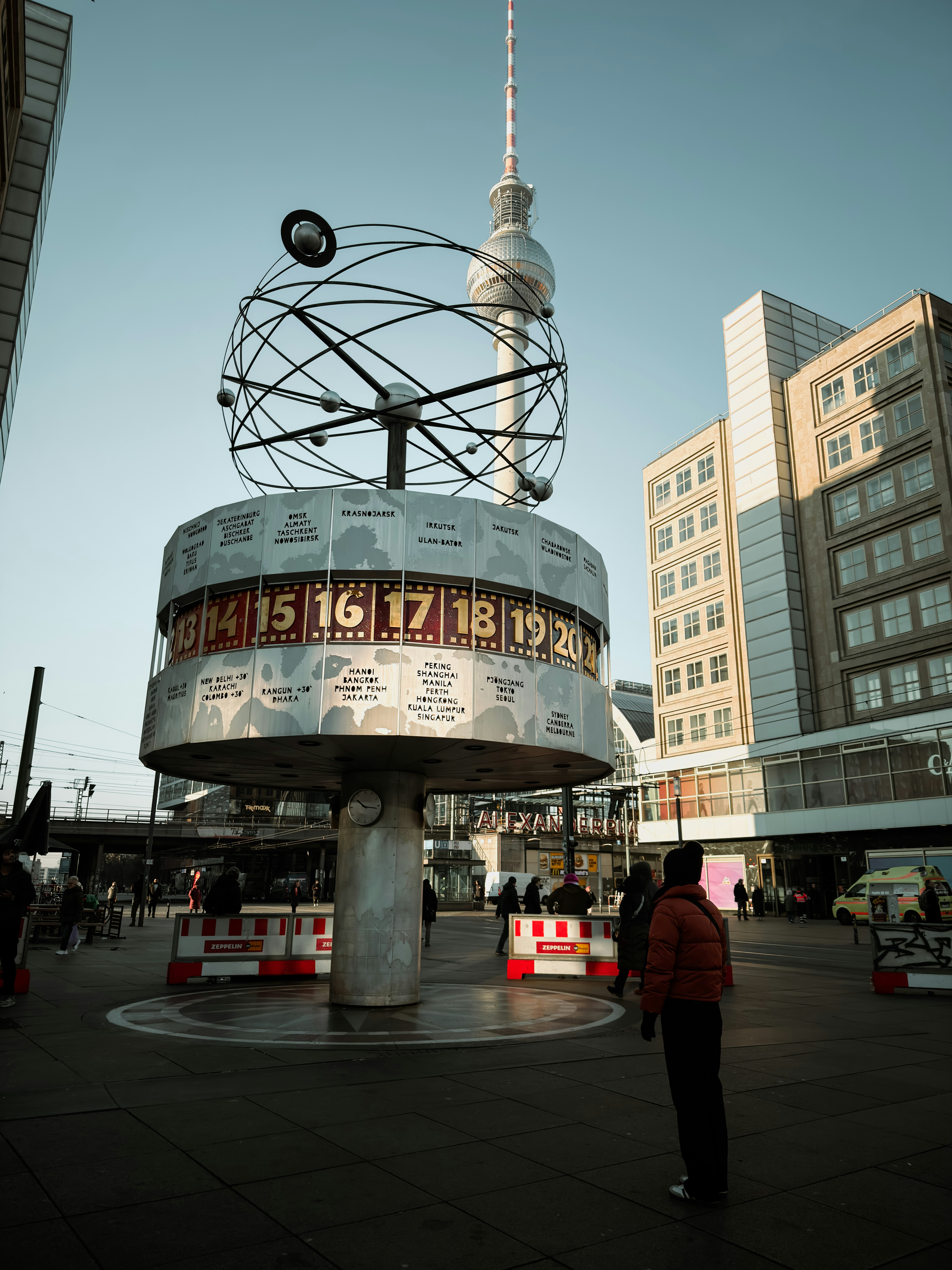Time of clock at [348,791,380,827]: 10:16
